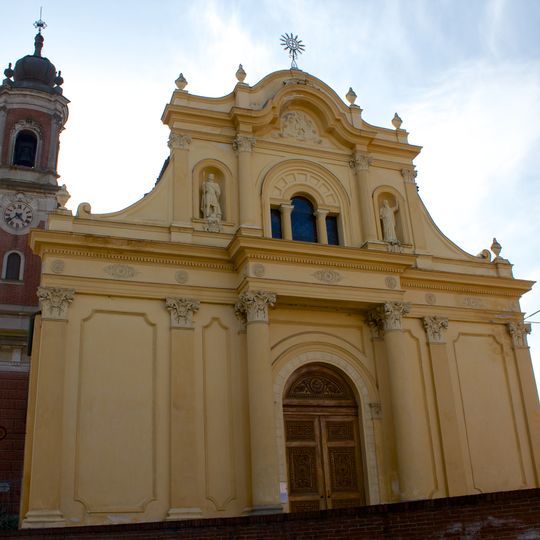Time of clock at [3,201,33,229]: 4:38
